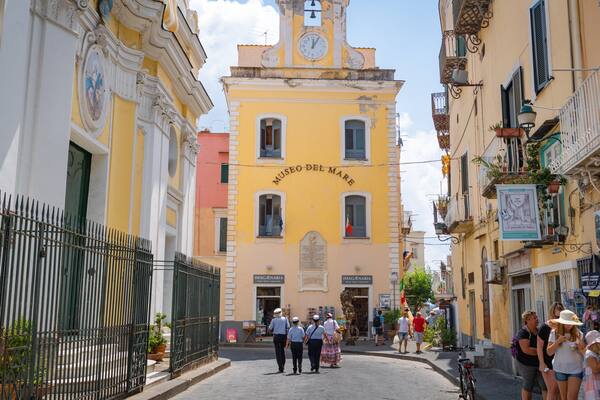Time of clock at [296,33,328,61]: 12:05
